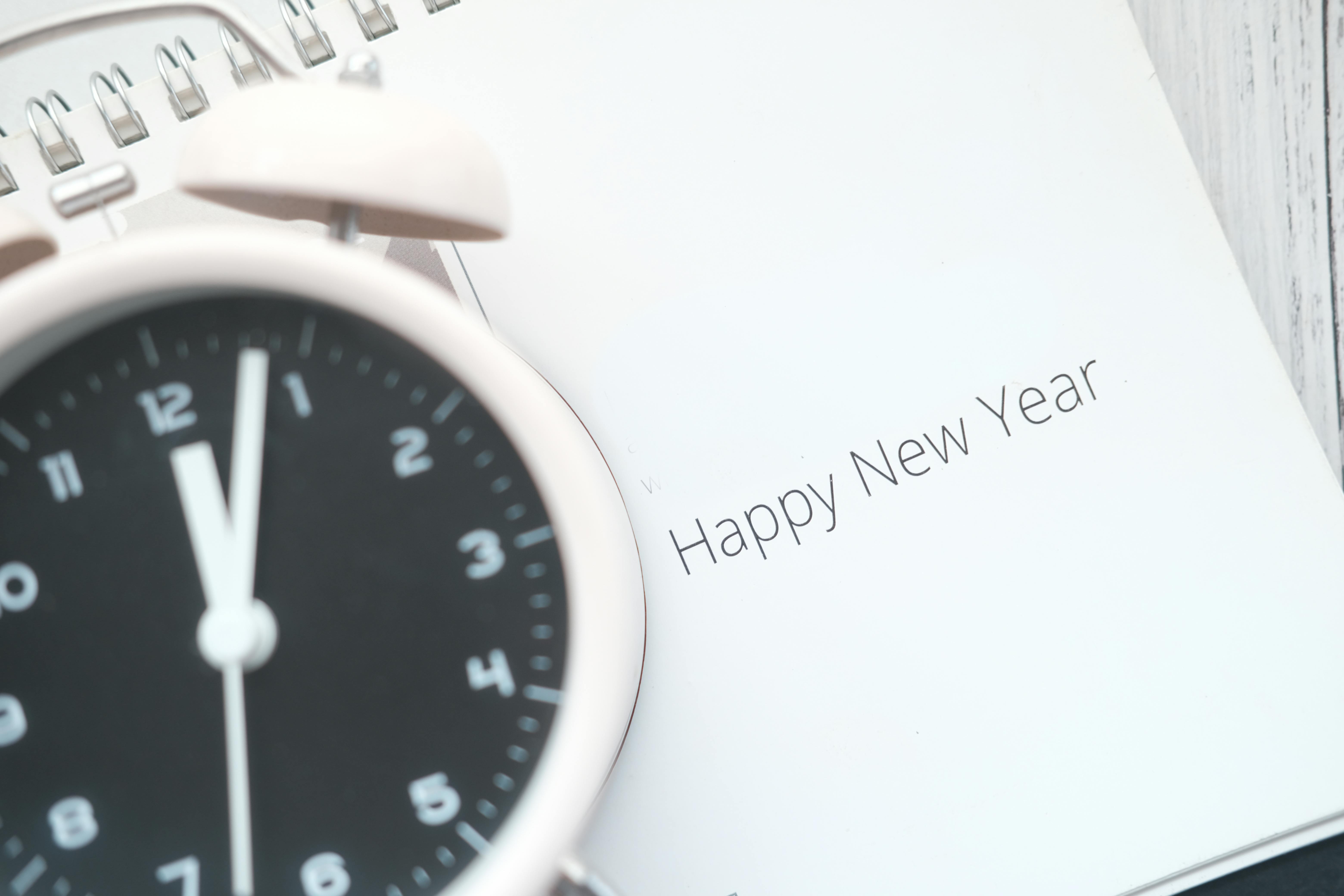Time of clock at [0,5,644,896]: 12:03
